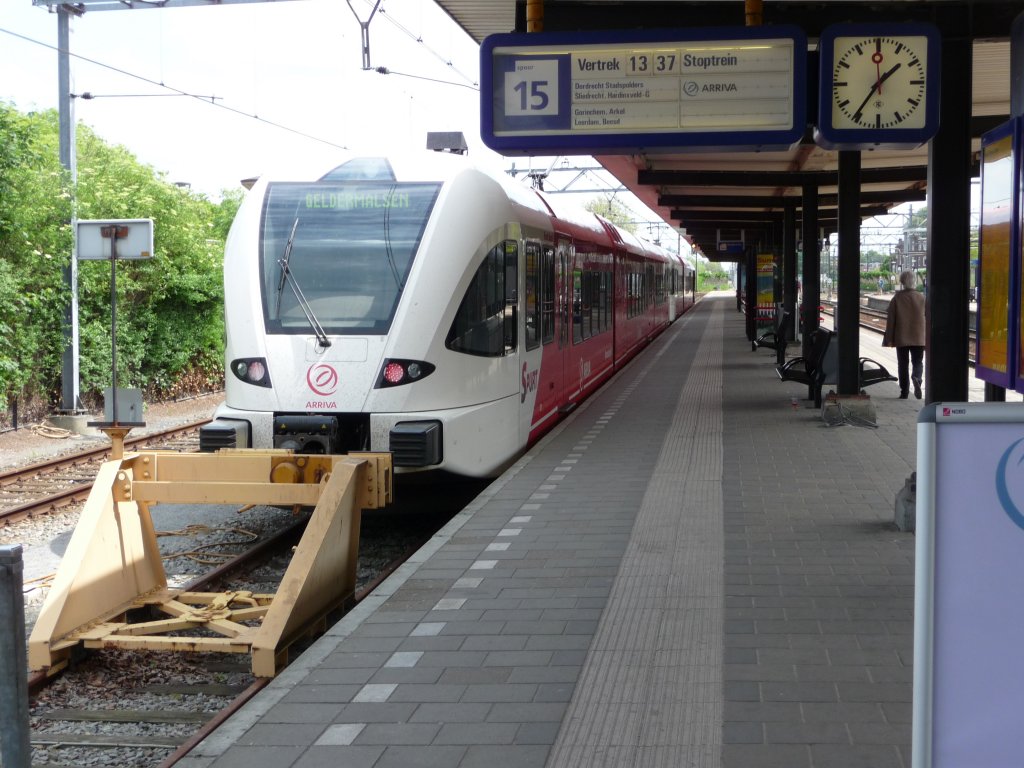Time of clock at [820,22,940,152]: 1:36
